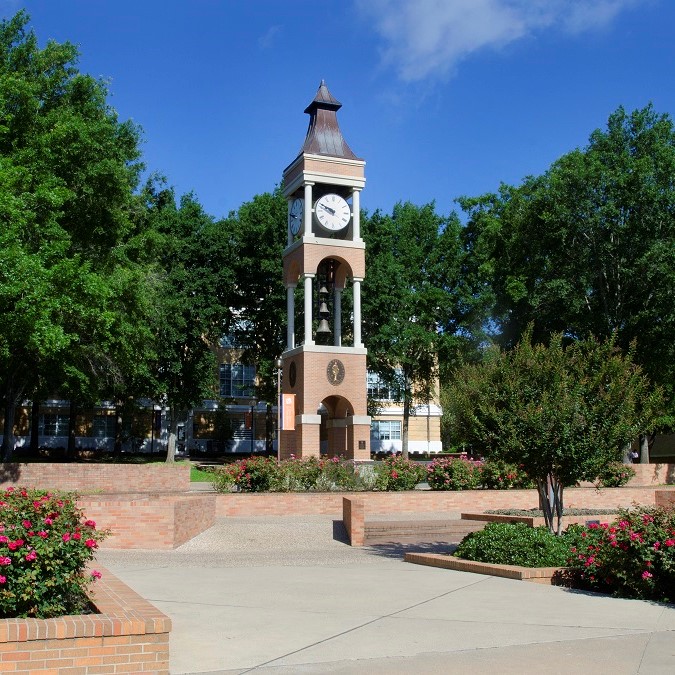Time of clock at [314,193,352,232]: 9:49
